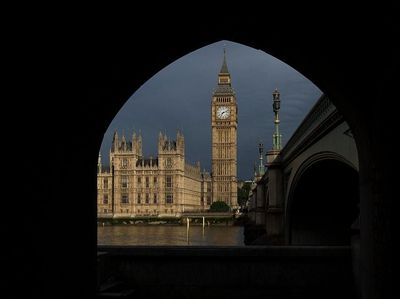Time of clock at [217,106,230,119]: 7:11
